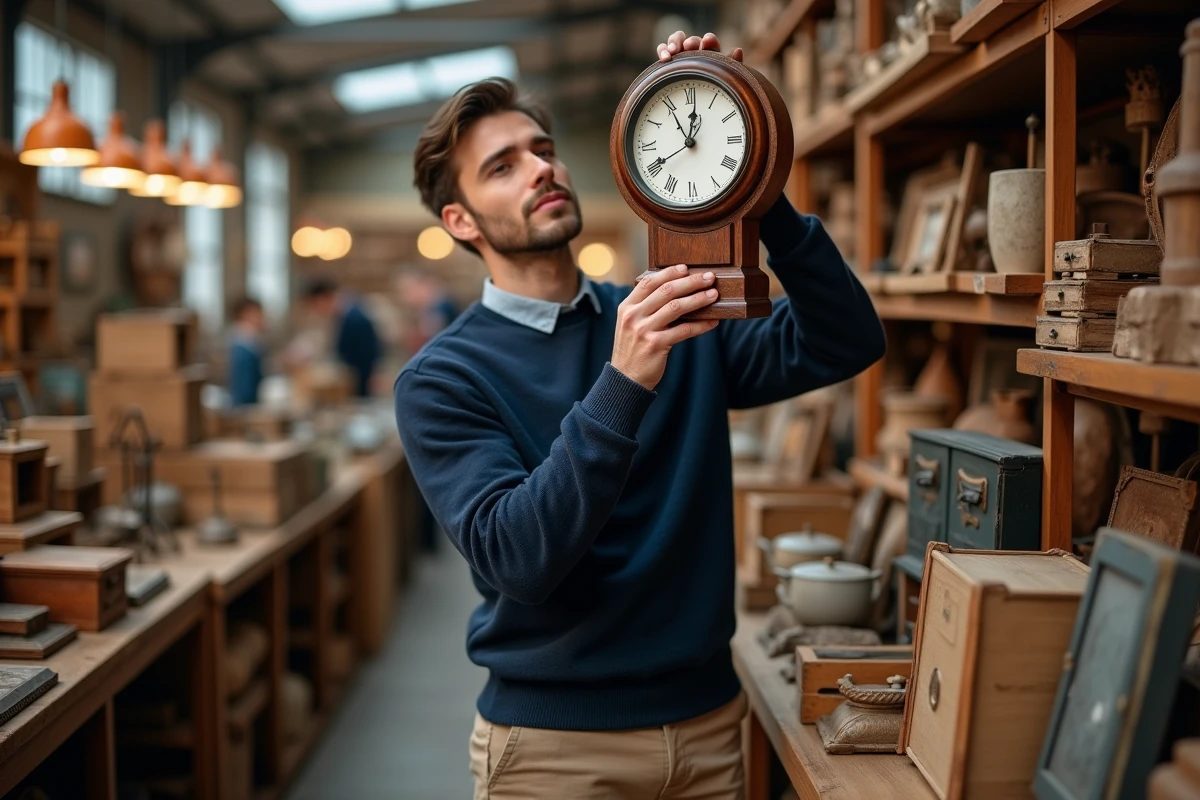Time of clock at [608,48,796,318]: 11:01
